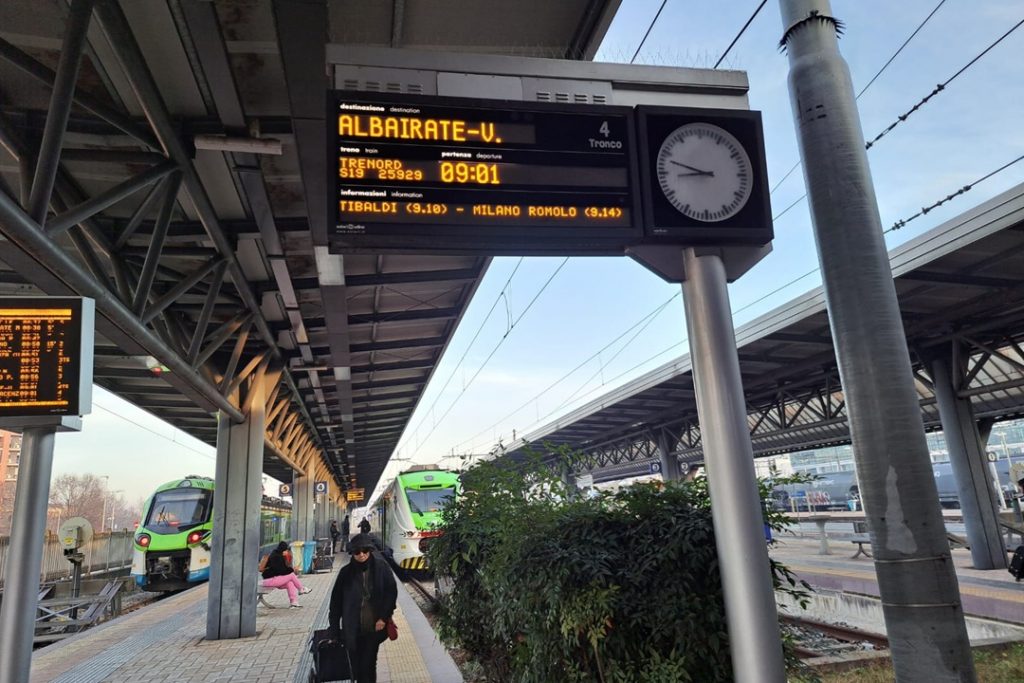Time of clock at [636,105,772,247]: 8:48
